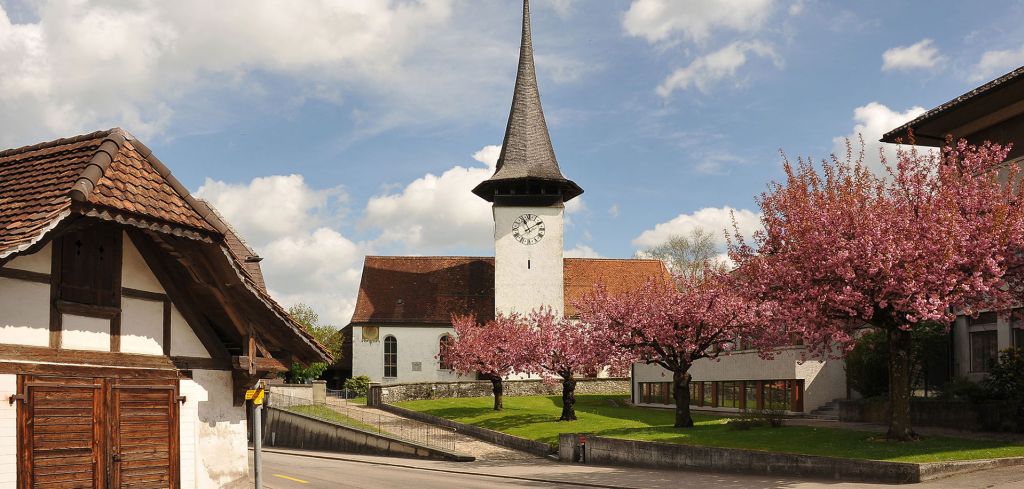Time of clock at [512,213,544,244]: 11:09
